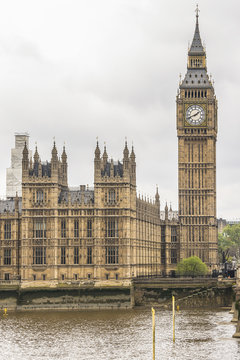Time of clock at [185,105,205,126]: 1:41
